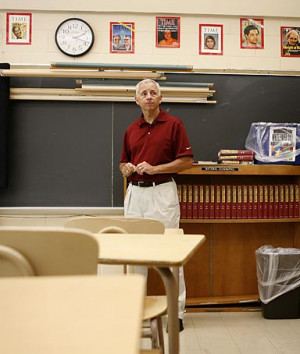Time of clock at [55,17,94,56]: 2:18
